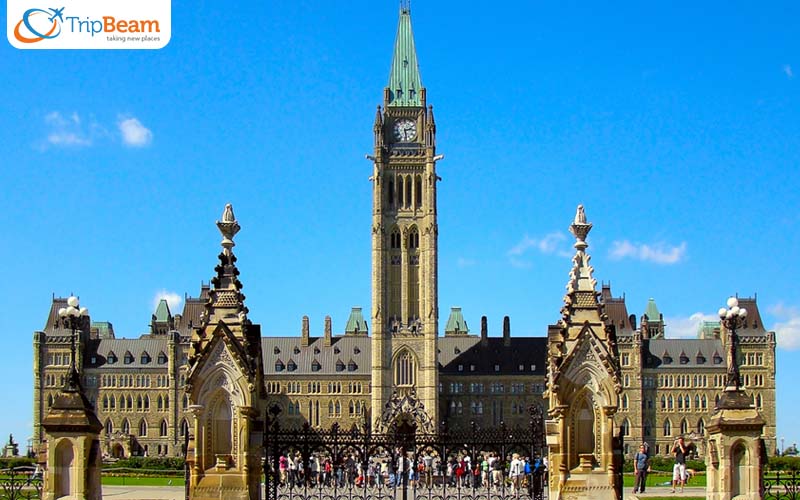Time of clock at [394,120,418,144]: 2:29
